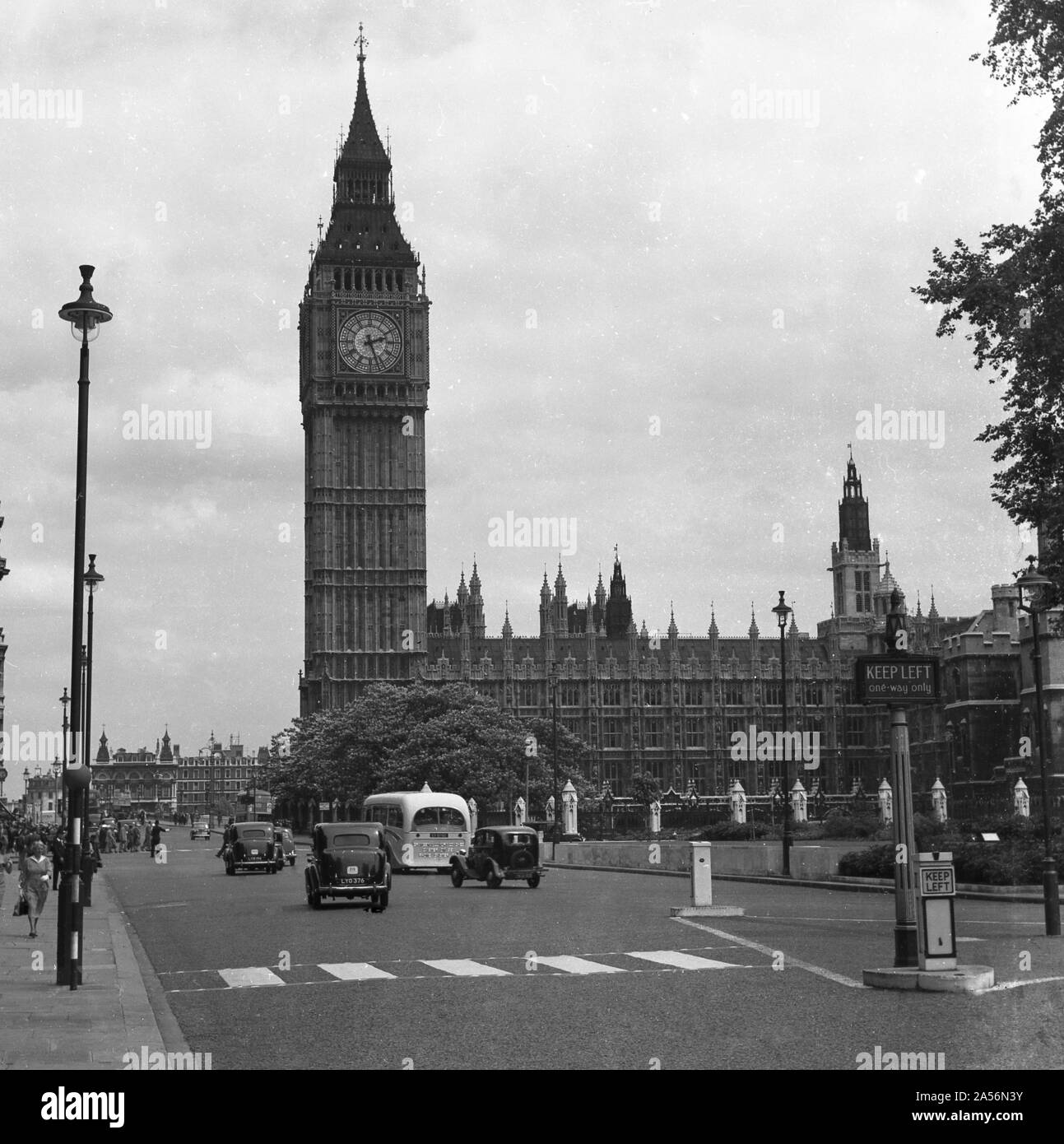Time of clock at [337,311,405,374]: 2:26
